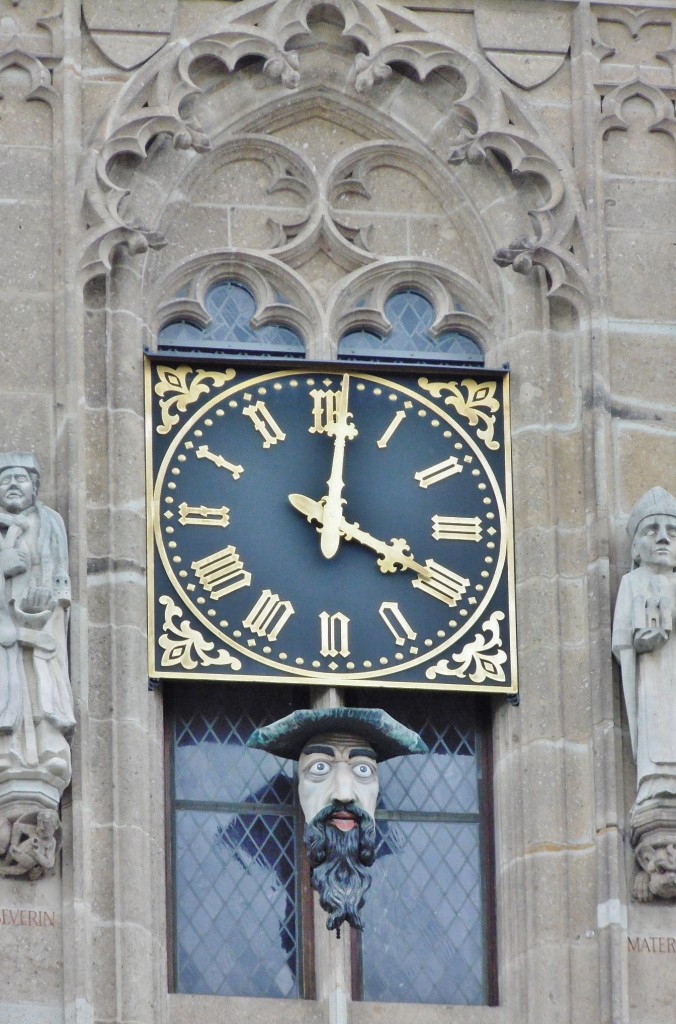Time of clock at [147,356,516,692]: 4:01
